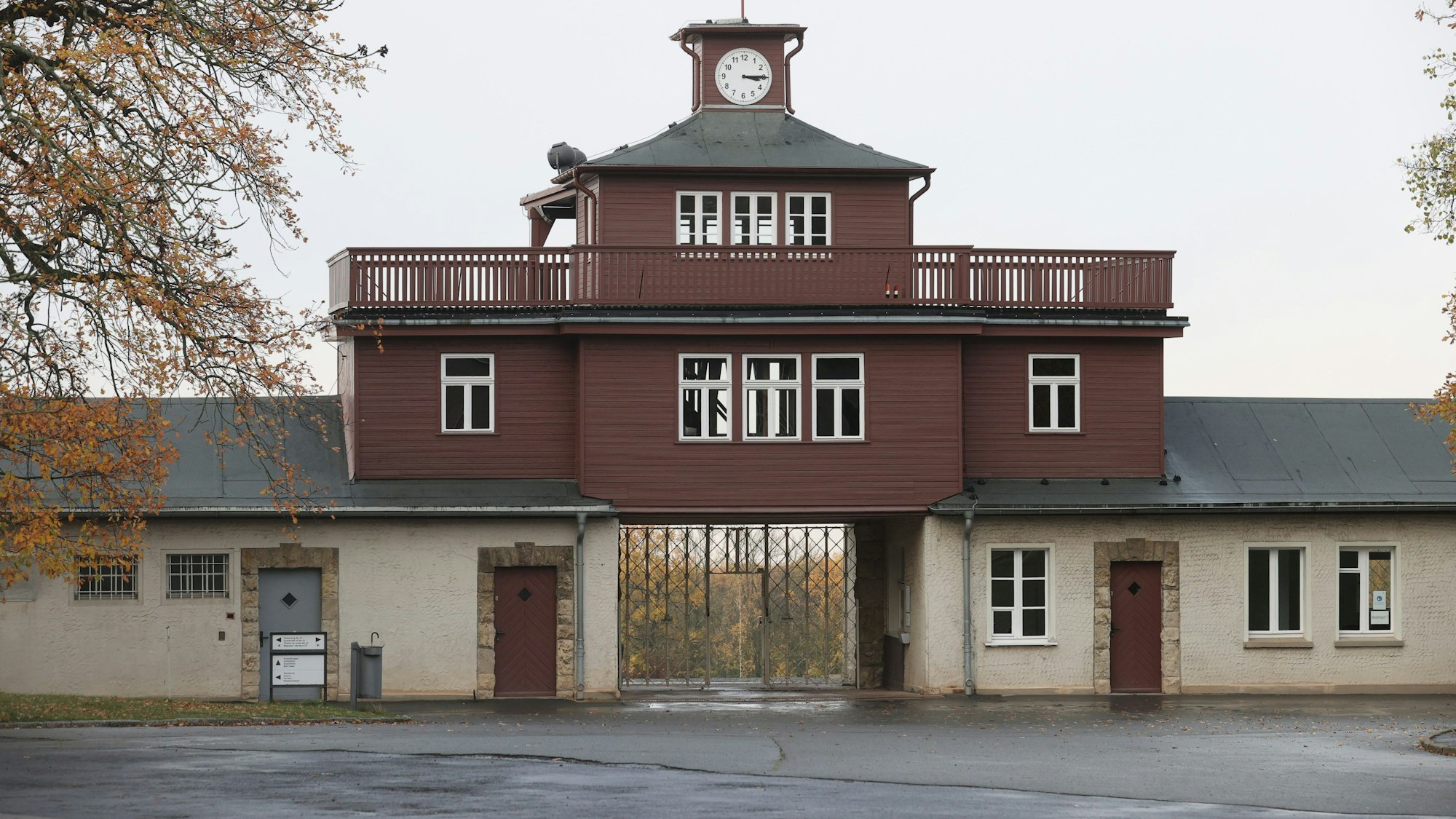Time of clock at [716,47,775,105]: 3:14
